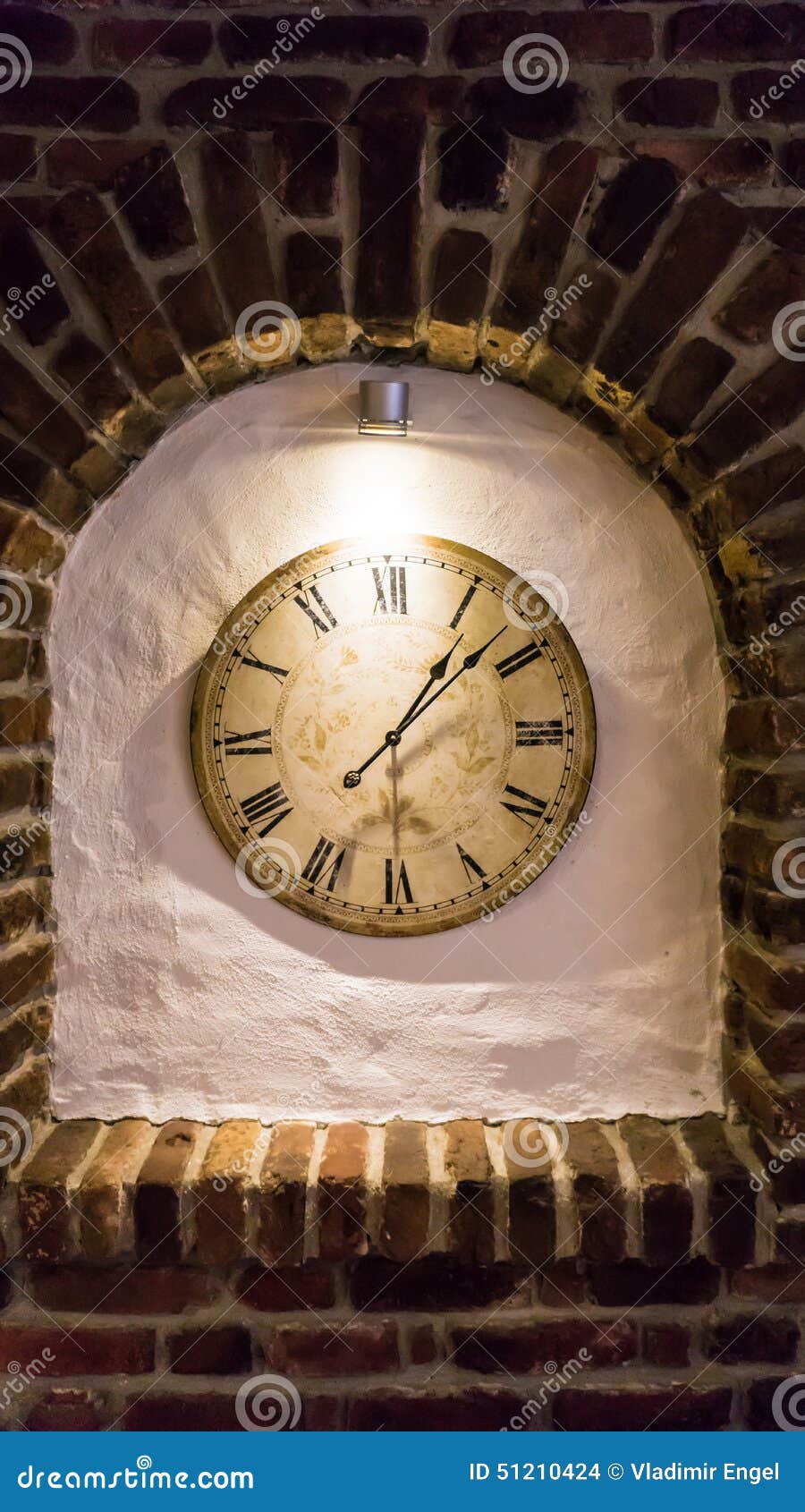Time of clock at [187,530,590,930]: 1:08
